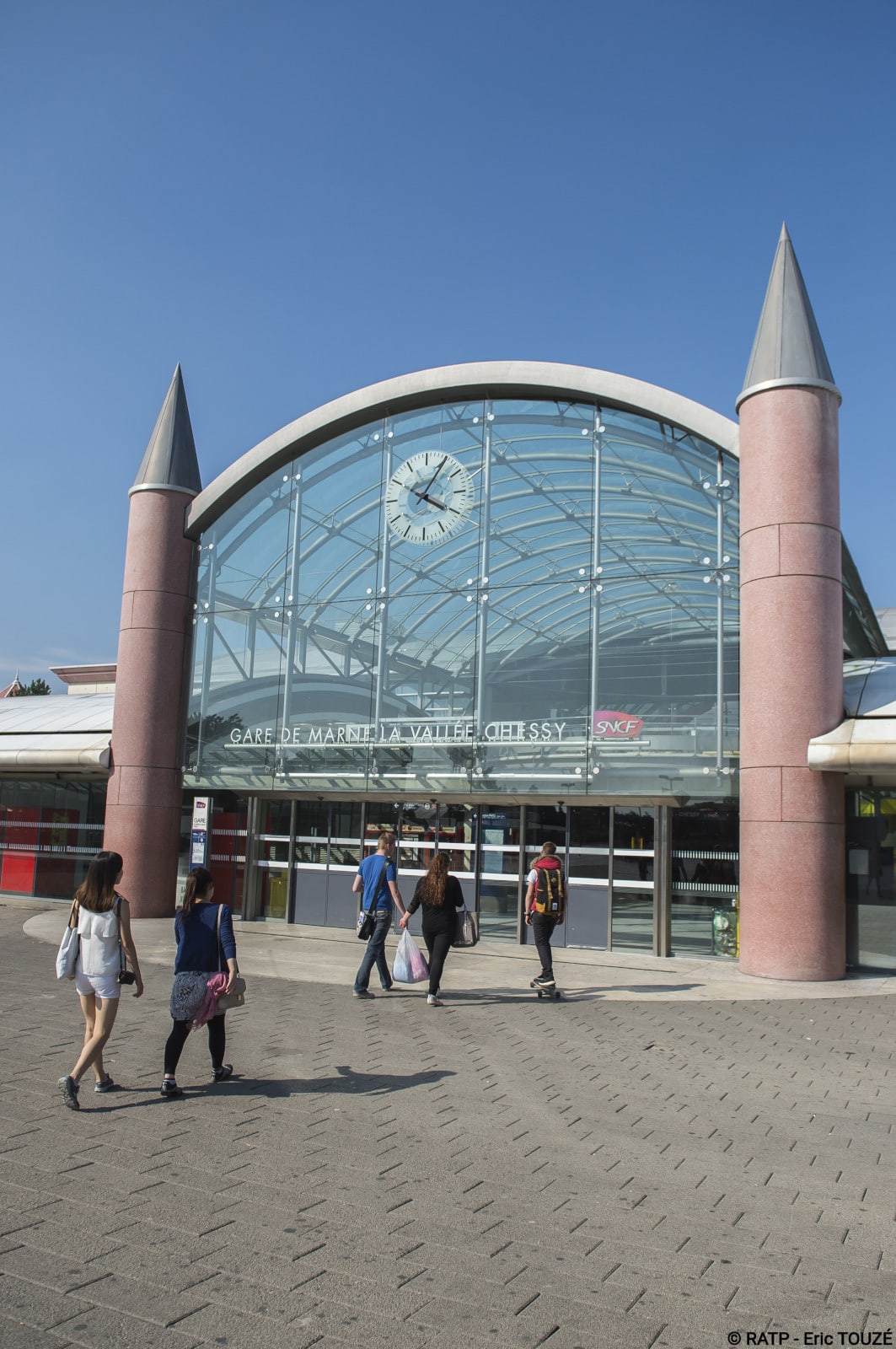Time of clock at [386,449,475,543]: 4:05
